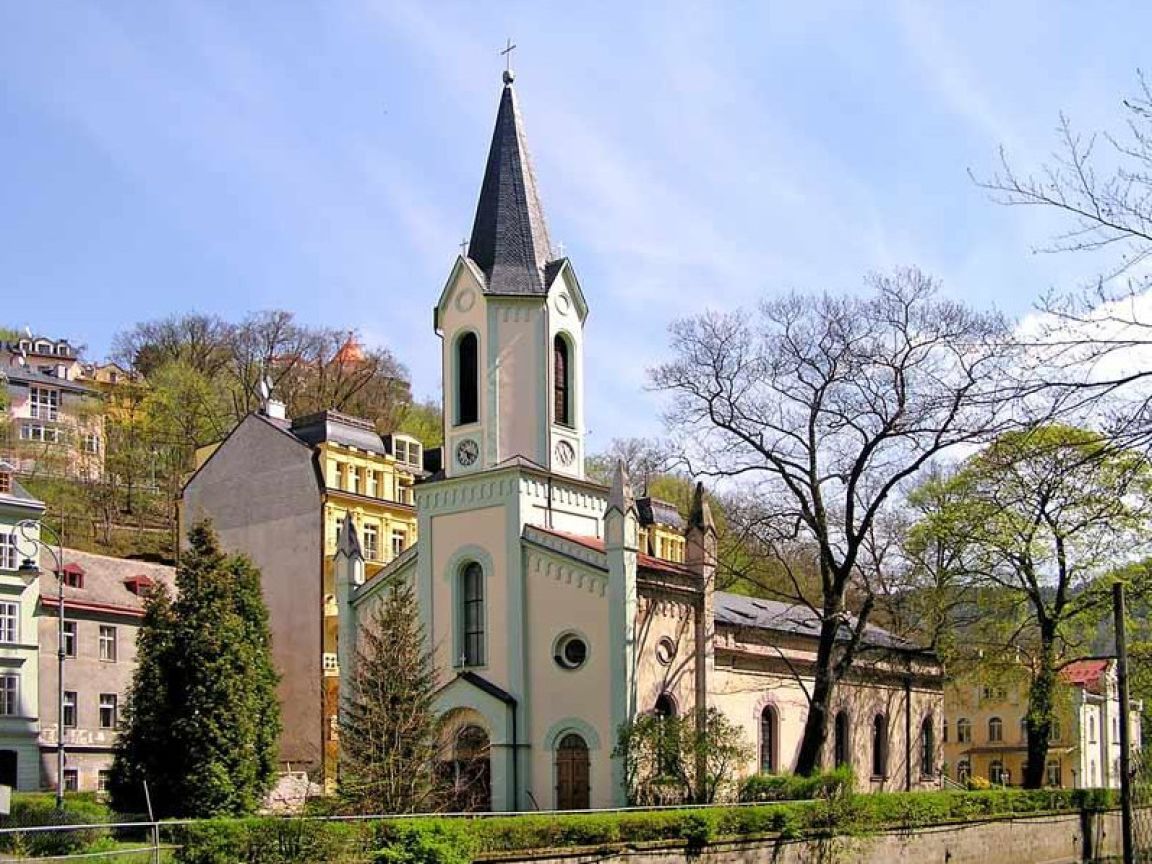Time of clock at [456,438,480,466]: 5:18
